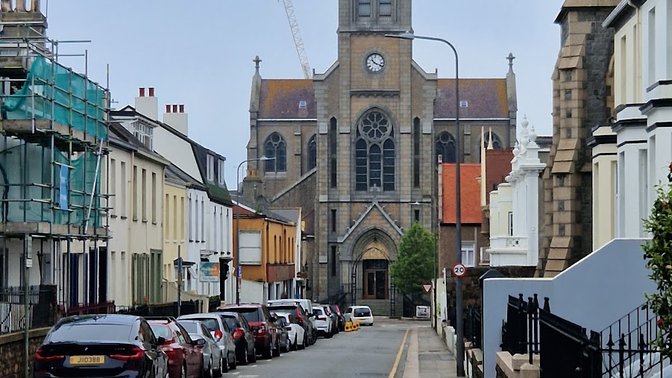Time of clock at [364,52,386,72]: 10:18
